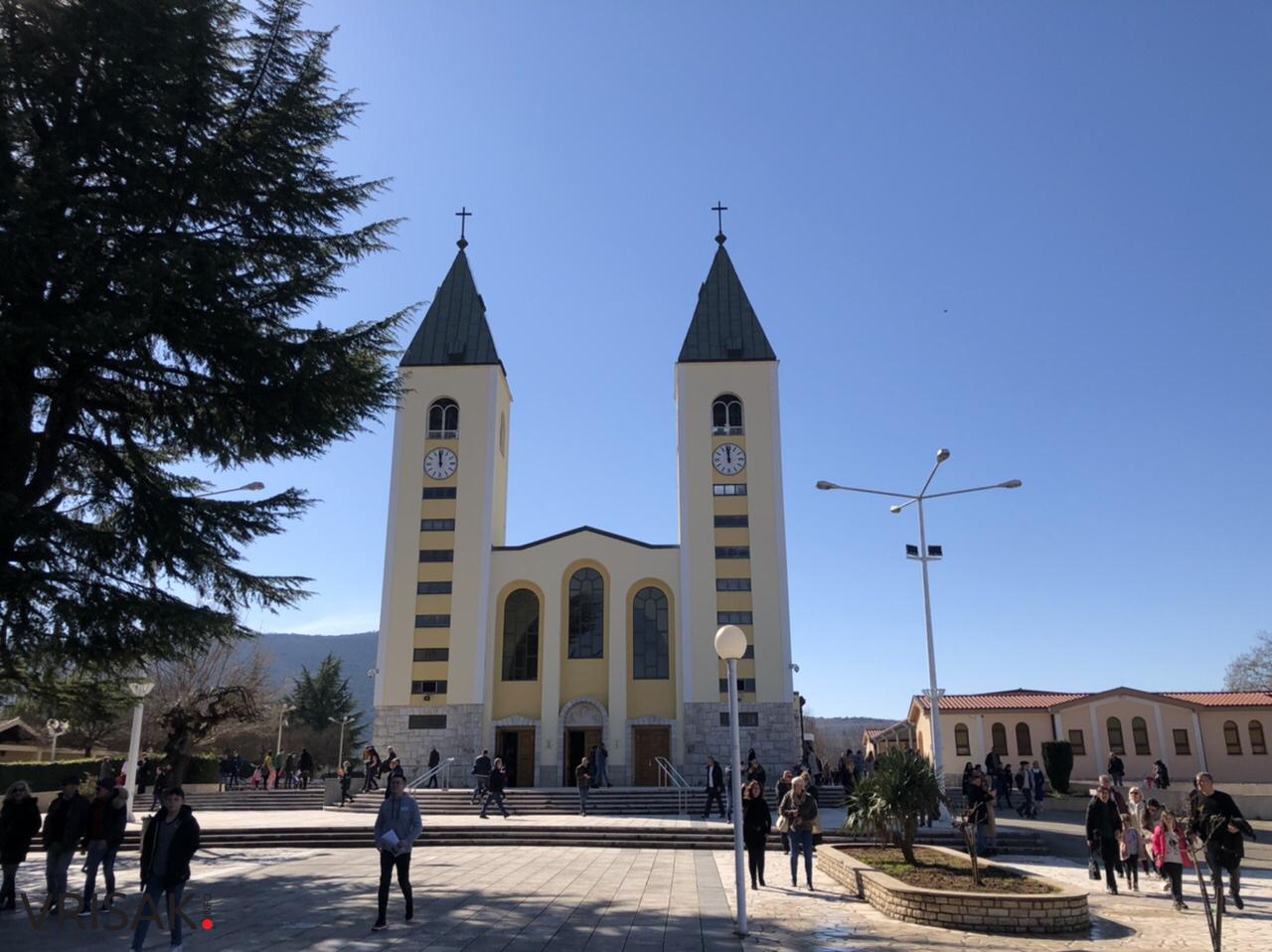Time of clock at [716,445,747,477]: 11:58
